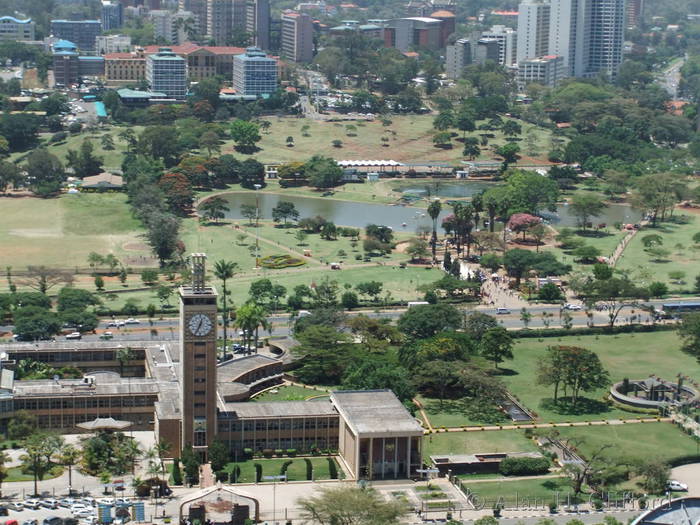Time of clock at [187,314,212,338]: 12:34
